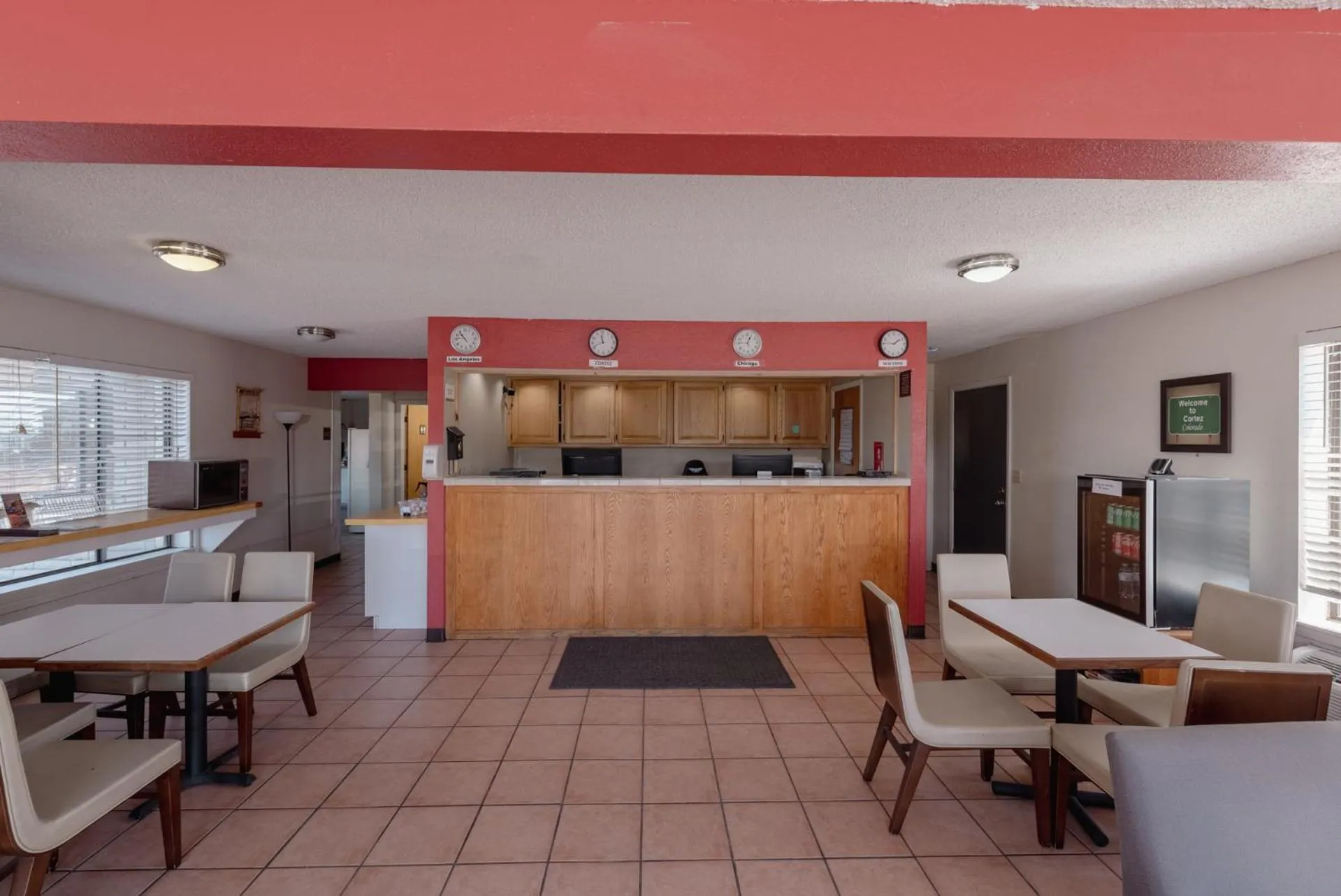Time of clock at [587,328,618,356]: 11:41
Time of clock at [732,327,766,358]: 12:46
